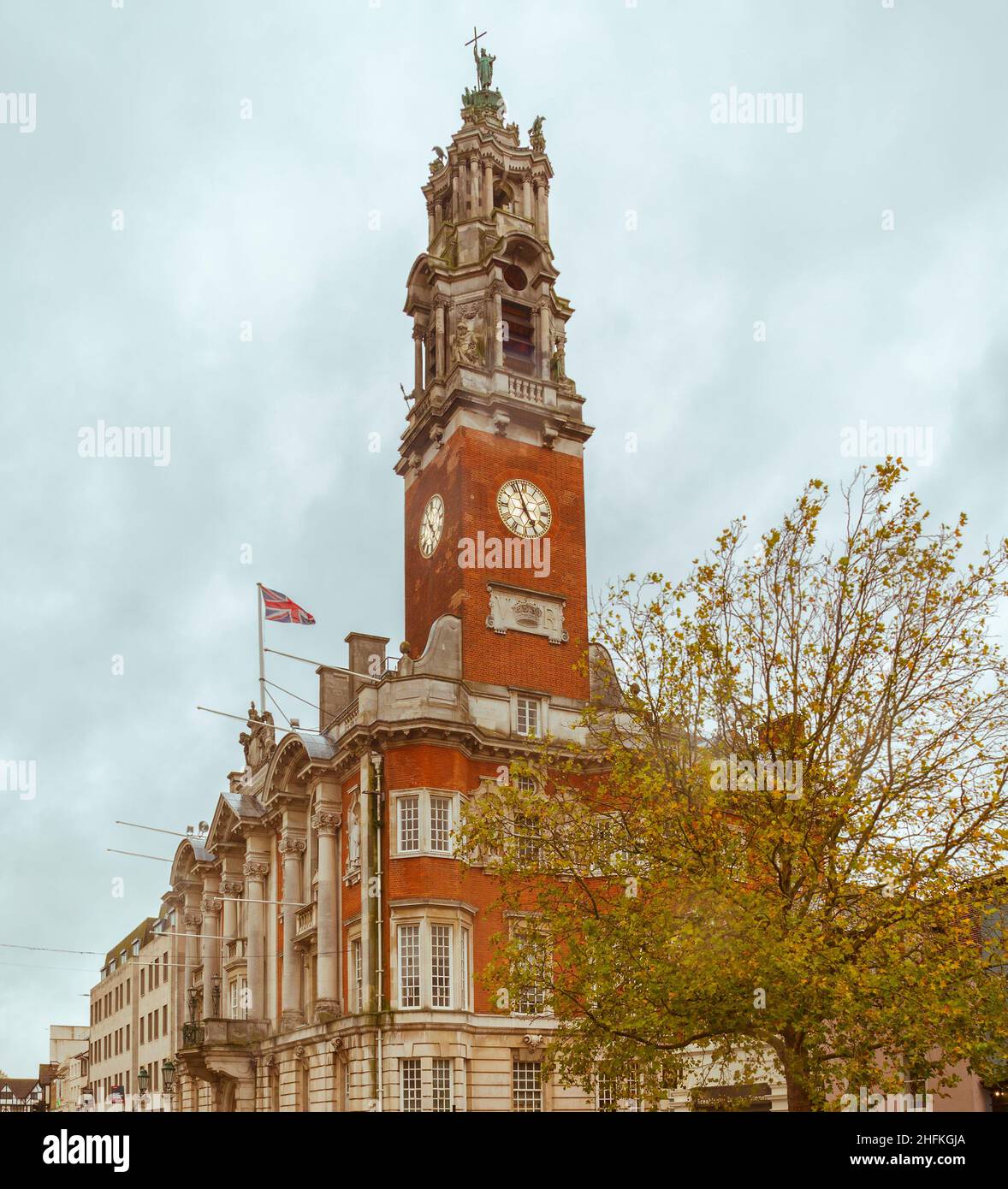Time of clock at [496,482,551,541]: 4:56
